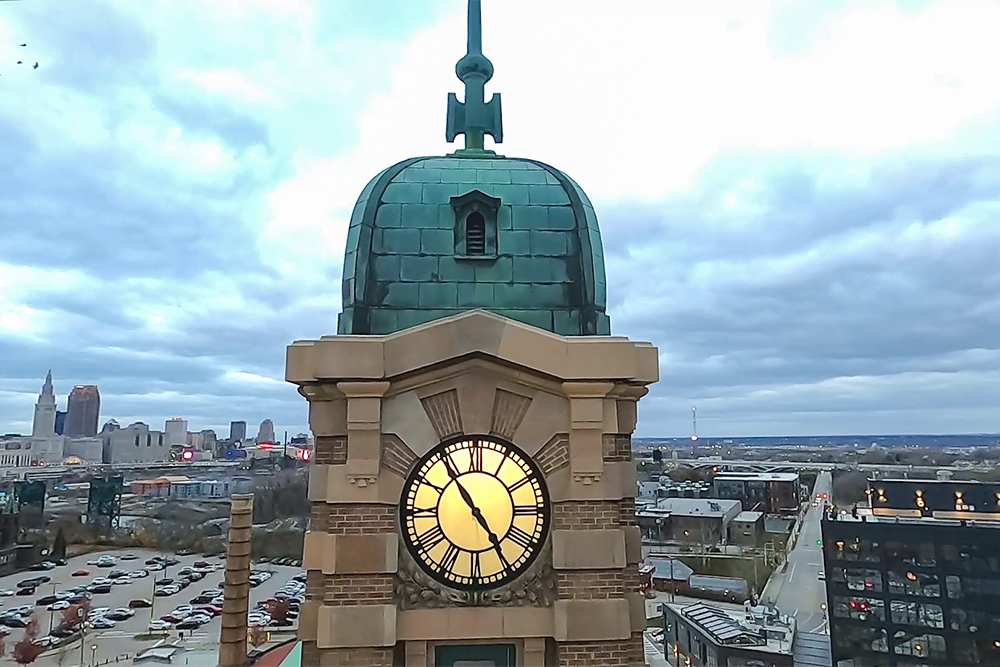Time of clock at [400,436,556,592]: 4:53
